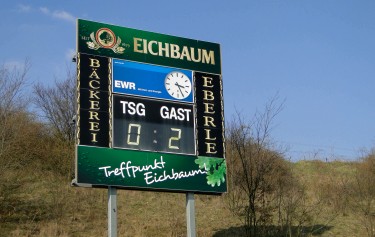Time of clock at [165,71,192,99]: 3:25
